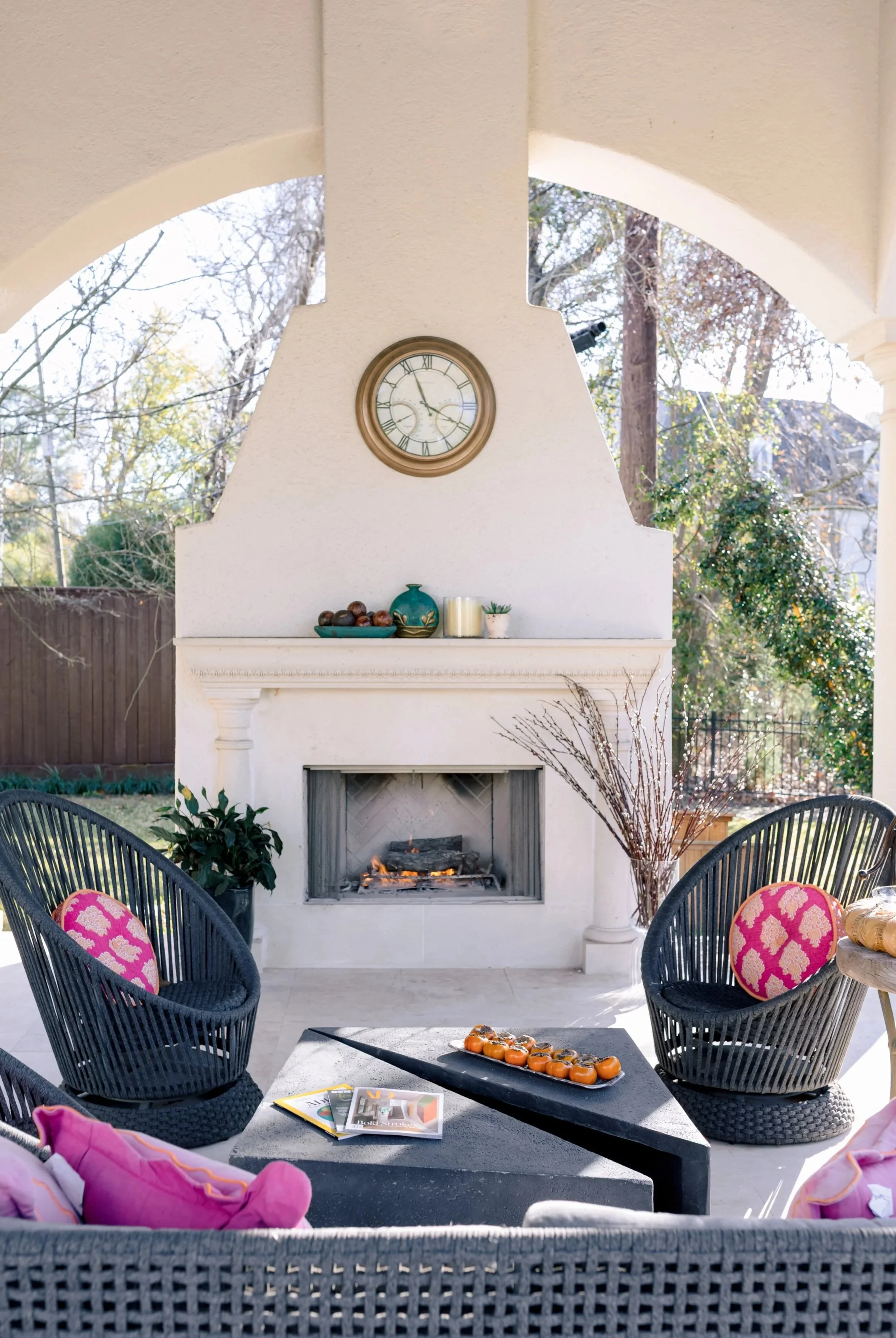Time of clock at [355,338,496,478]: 11:19
